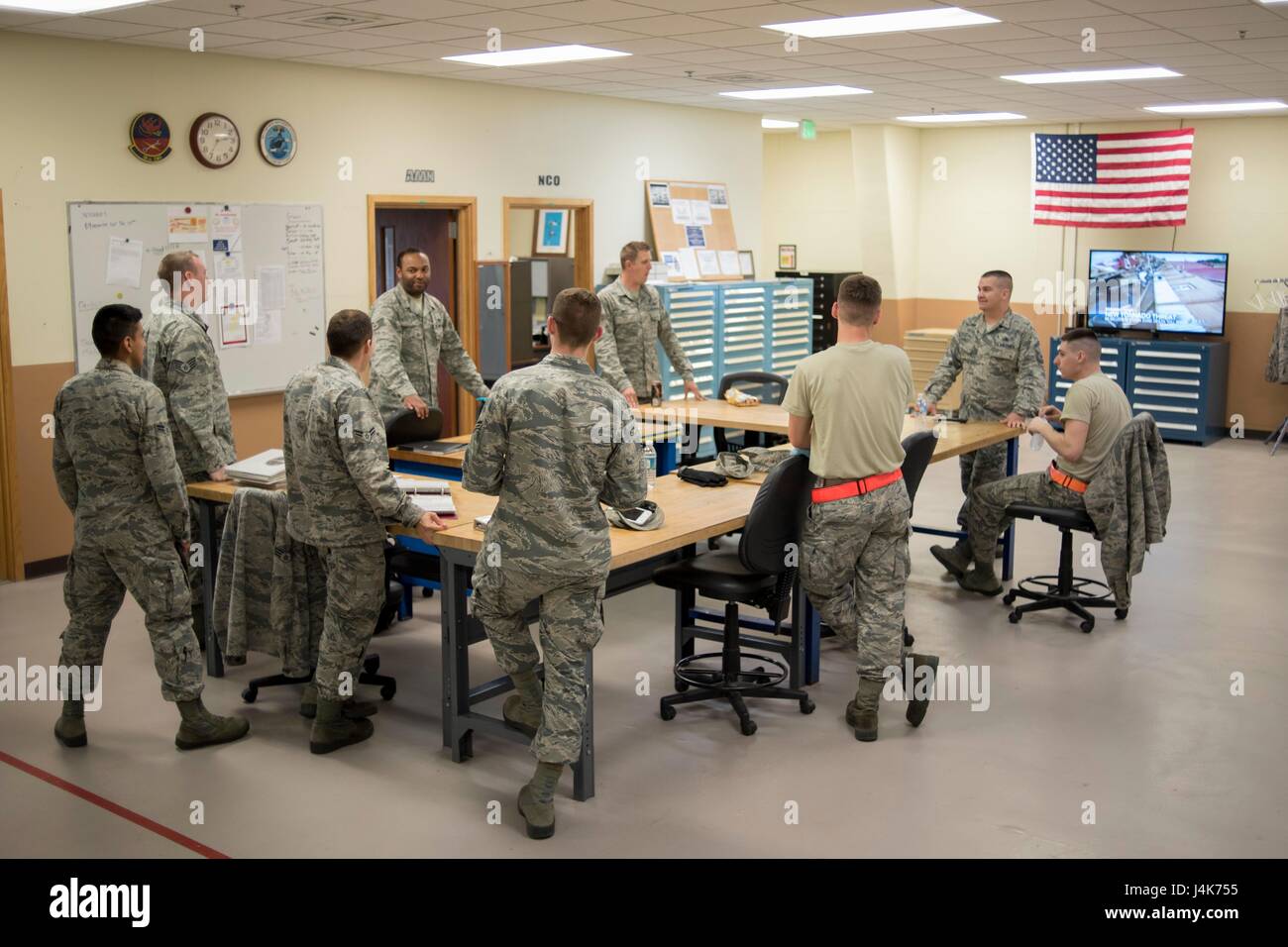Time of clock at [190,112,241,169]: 2:35
